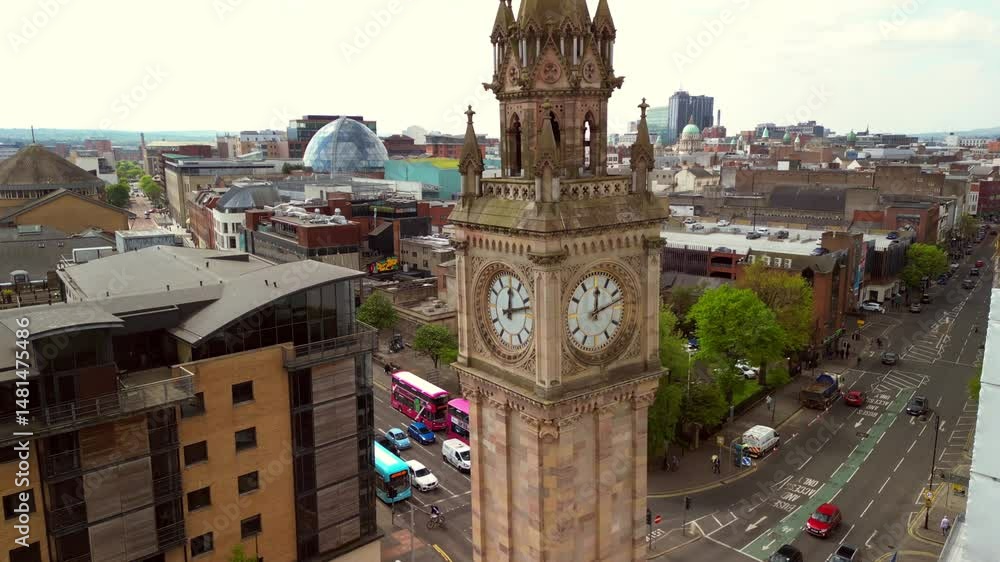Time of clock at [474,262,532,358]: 12:12
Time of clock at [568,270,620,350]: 12:12
